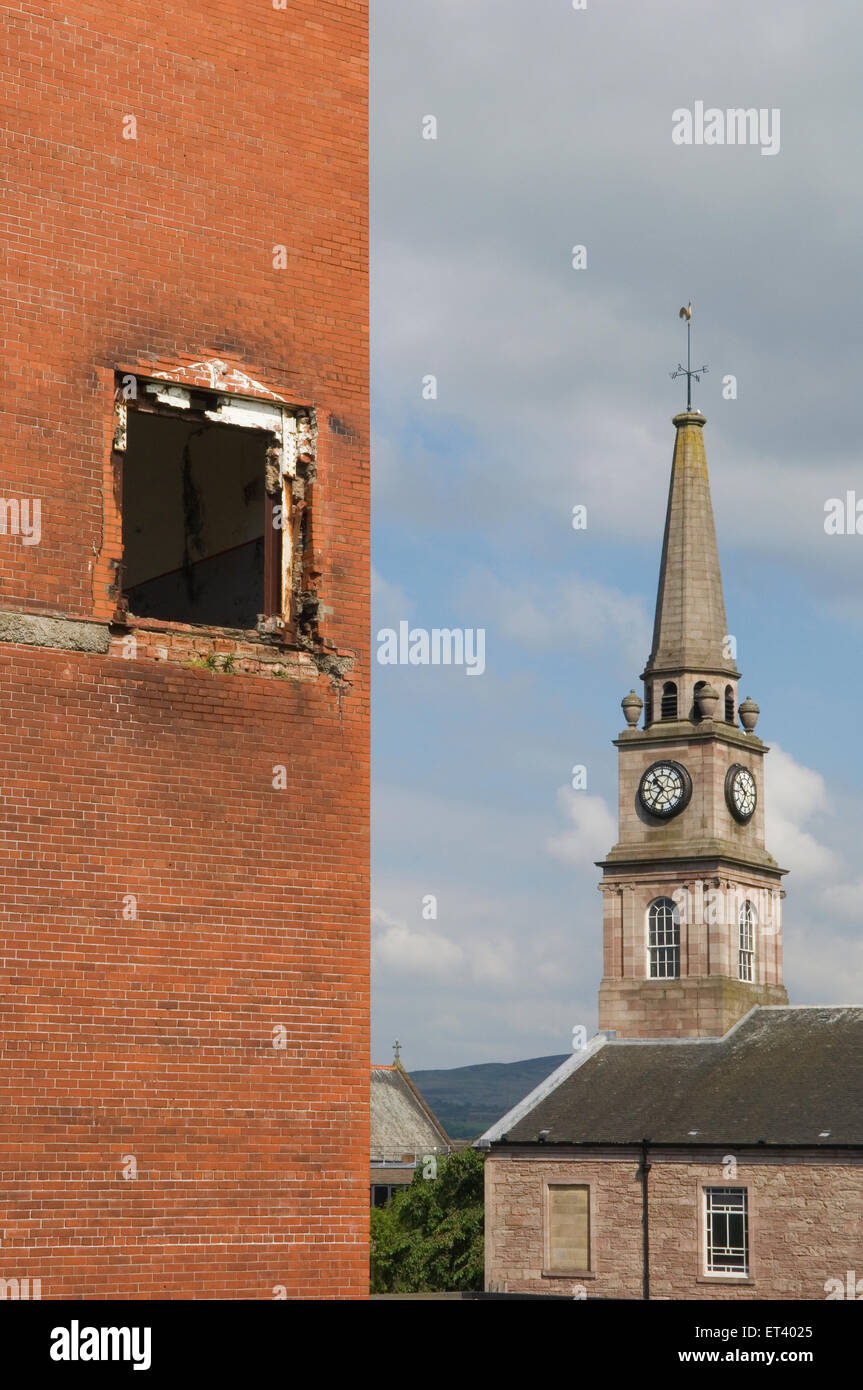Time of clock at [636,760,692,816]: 10:35
